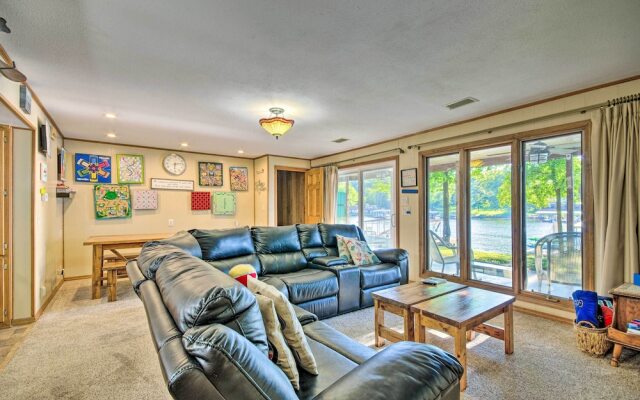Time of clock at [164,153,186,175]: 6:13
